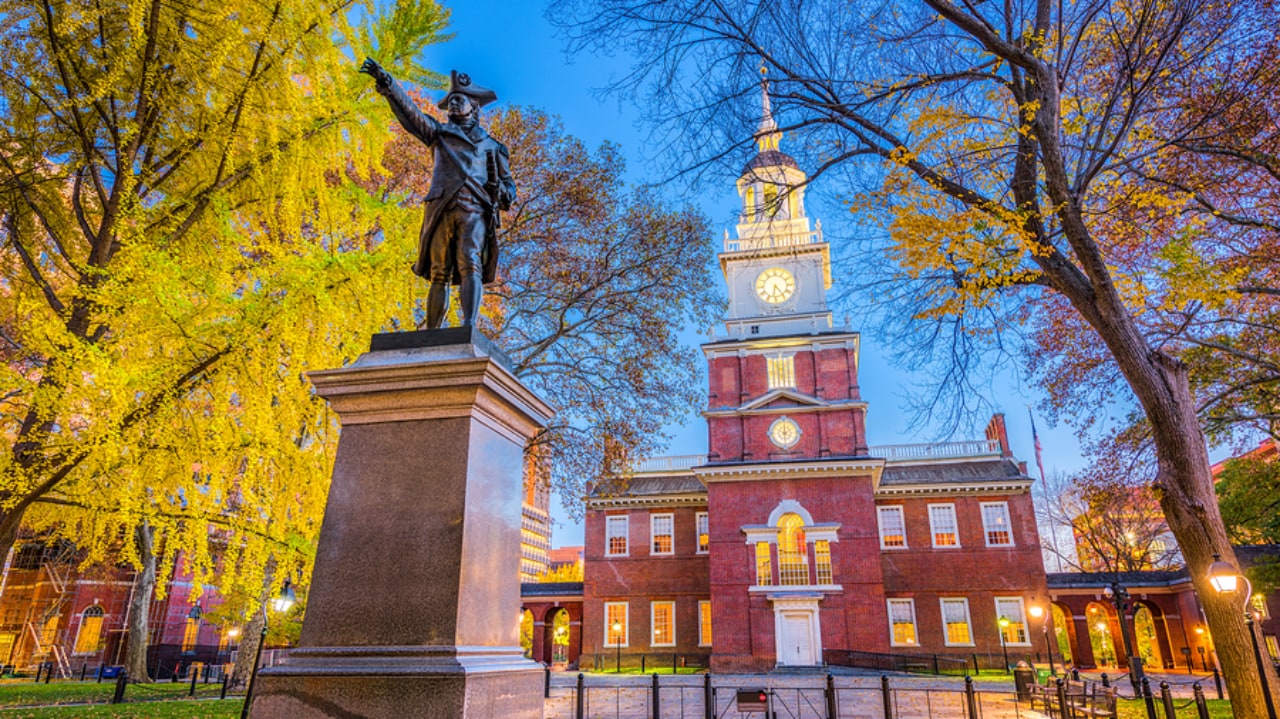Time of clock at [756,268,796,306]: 6:23
